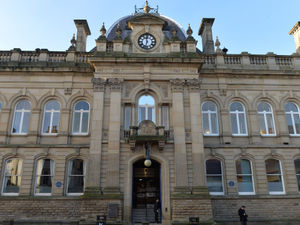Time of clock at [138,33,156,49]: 11:32
